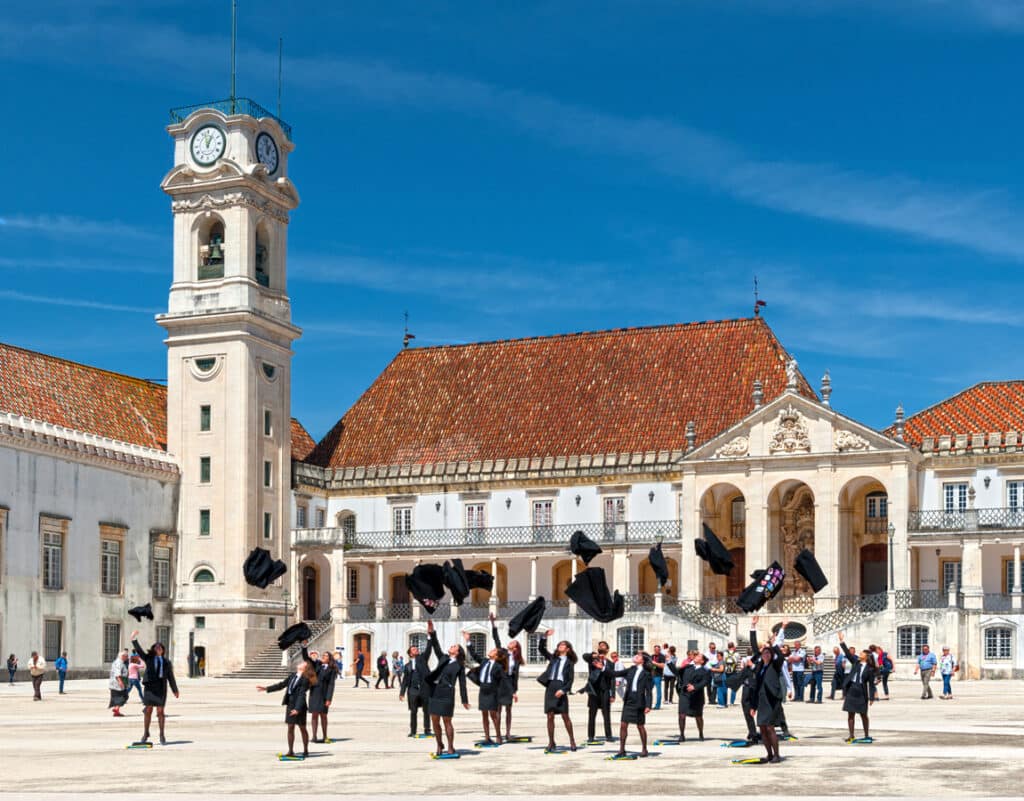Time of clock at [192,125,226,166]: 12:57
